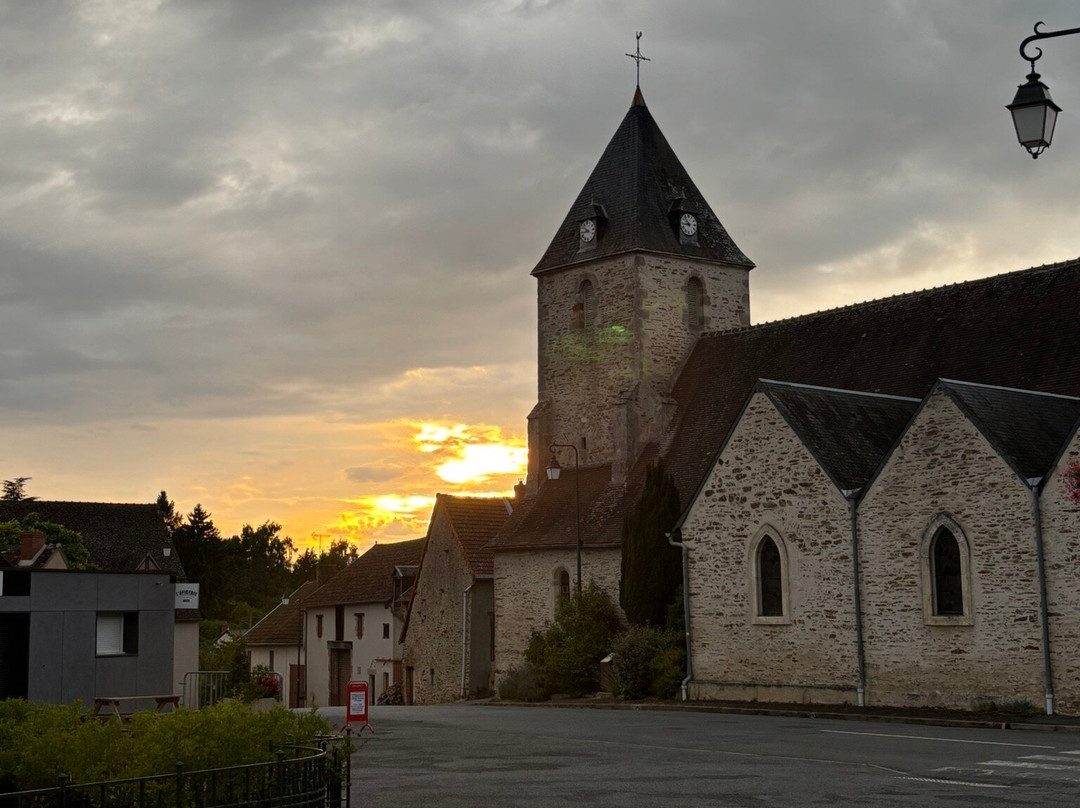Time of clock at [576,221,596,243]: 8:51
